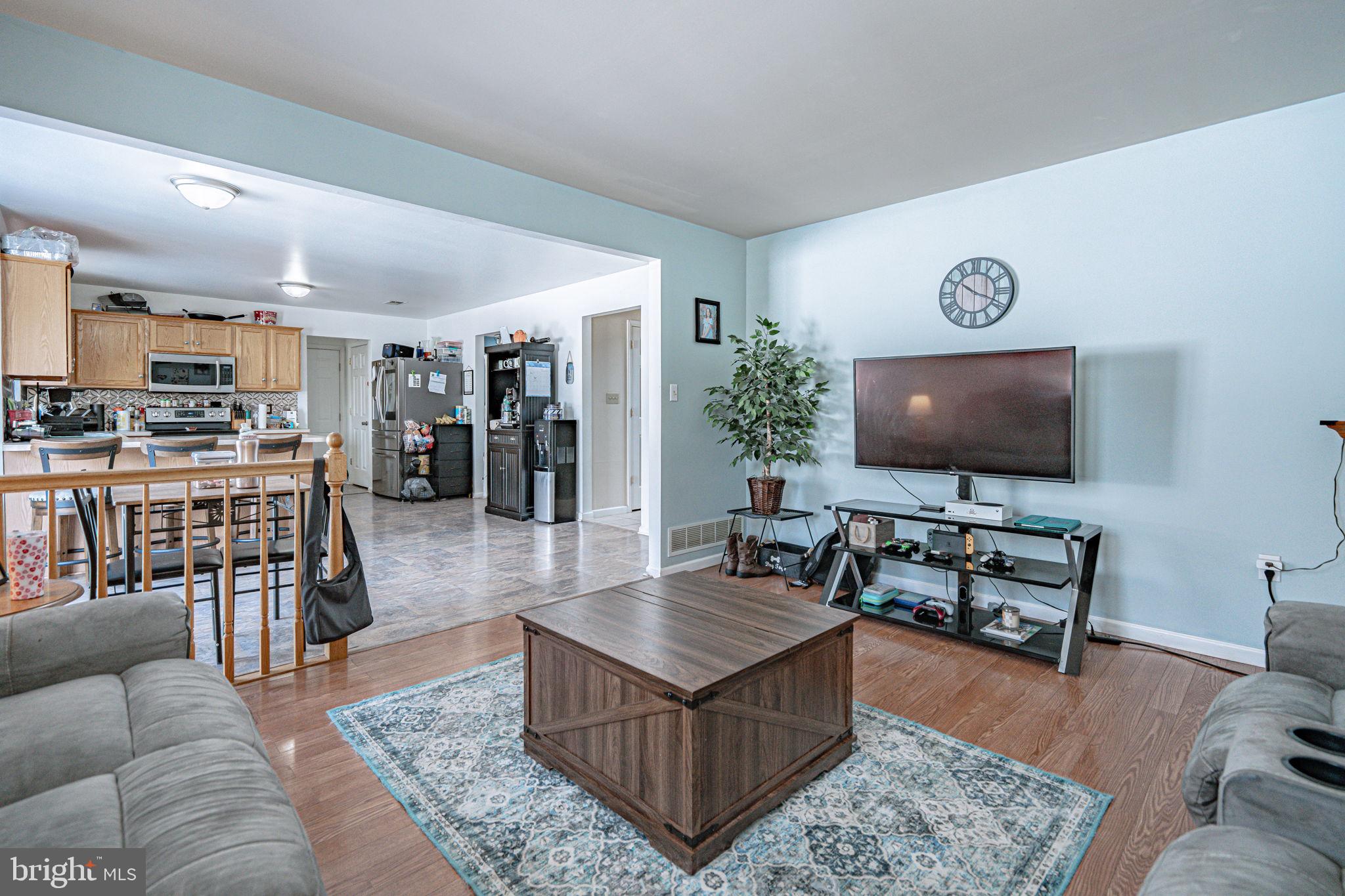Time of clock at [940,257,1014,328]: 10:18
